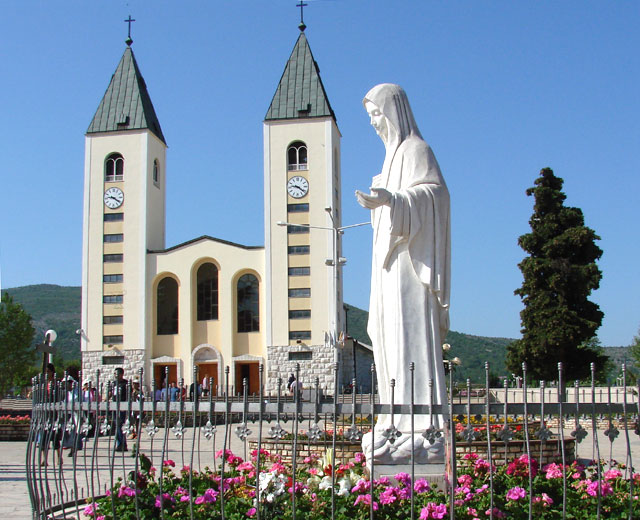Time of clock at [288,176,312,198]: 9:21
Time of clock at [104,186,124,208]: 9:20
